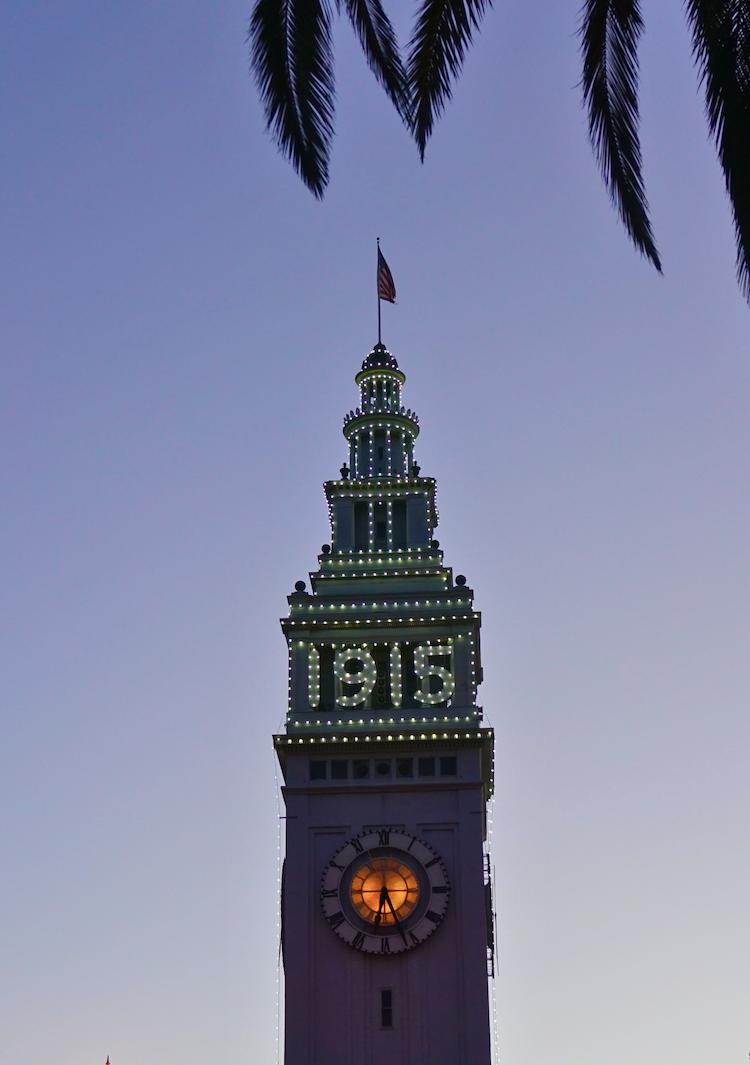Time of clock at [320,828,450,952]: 6:26
